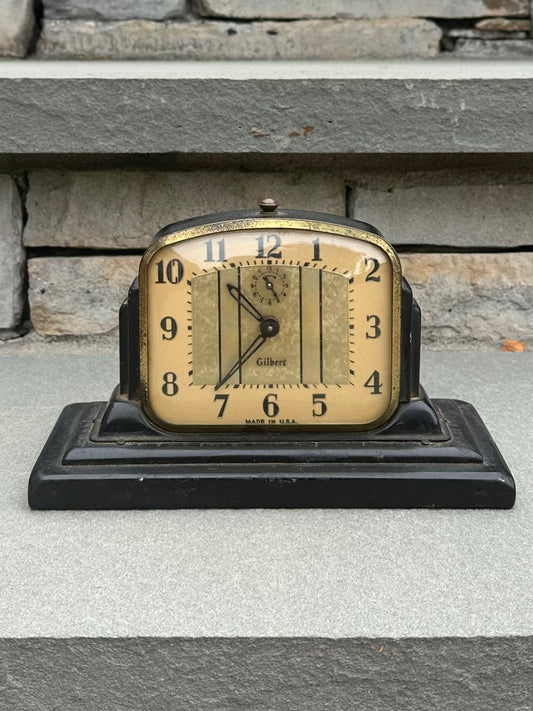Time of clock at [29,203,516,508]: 10:36
